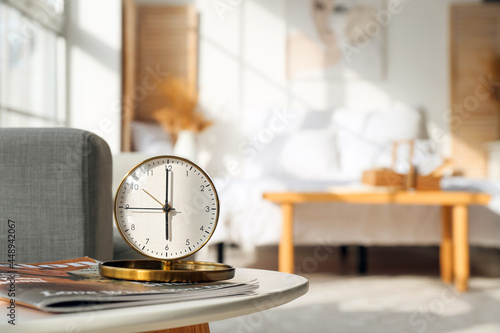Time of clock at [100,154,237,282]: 5:59
